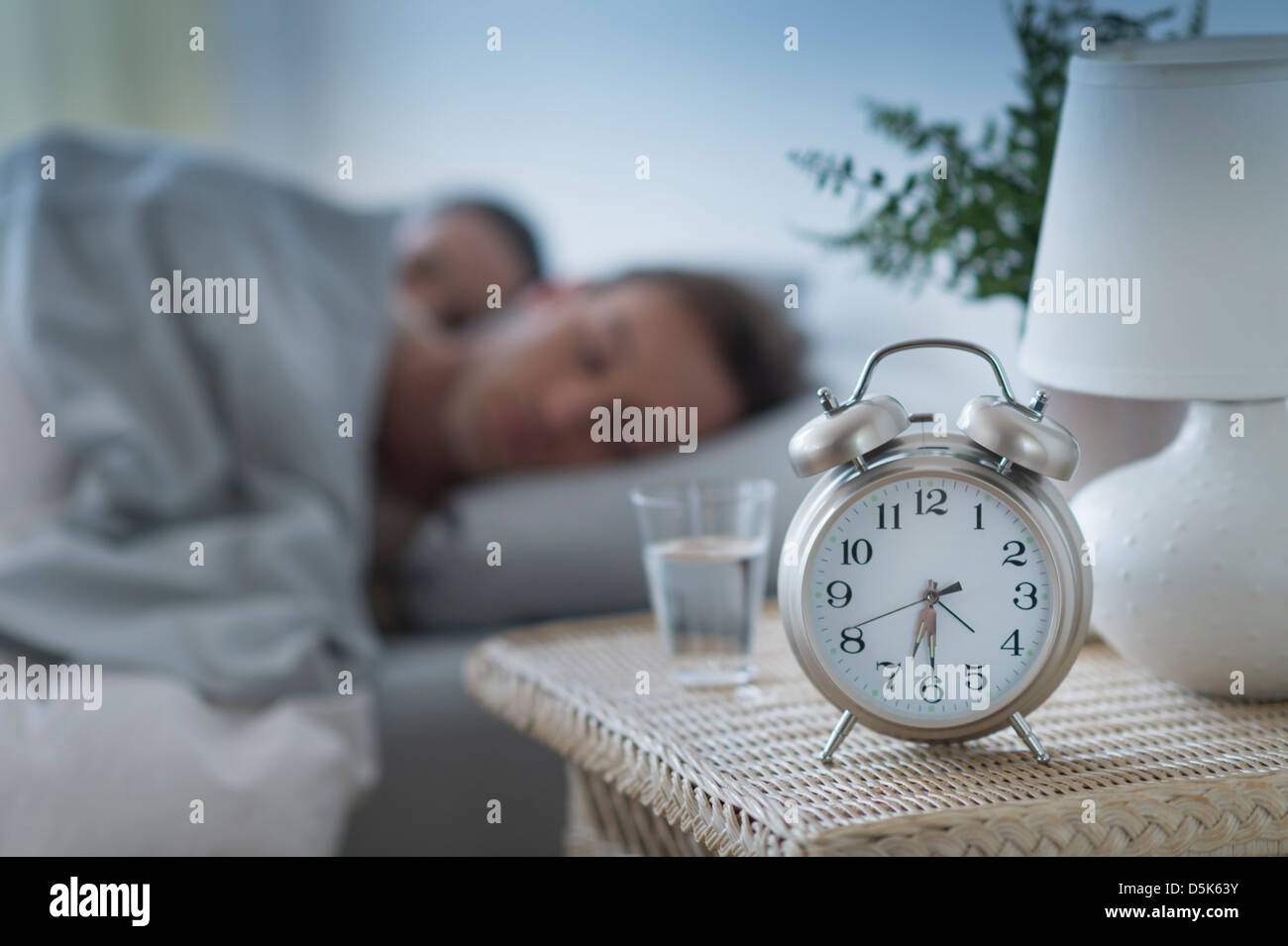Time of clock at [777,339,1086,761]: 6:29
